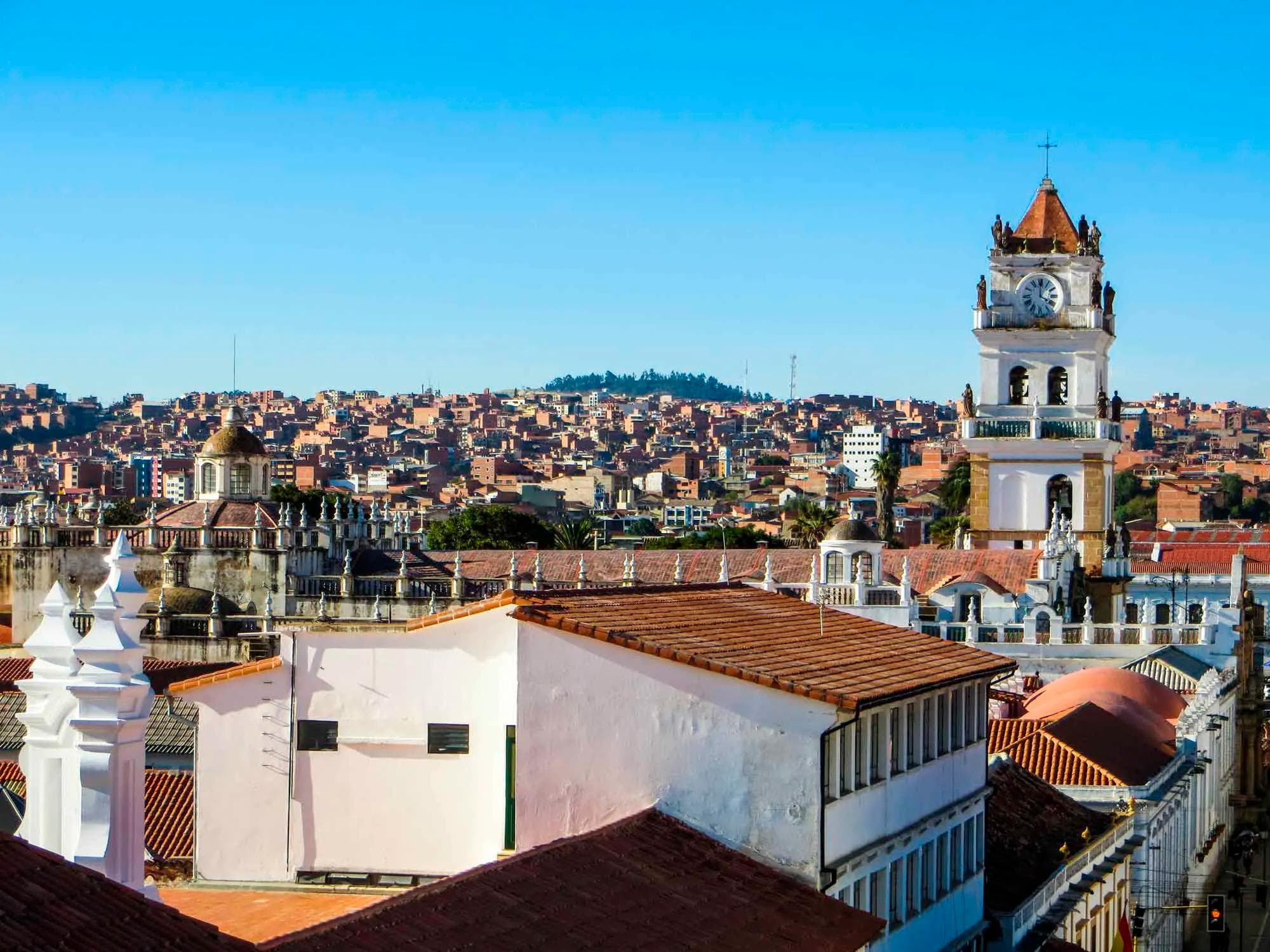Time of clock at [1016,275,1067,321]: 4:00
